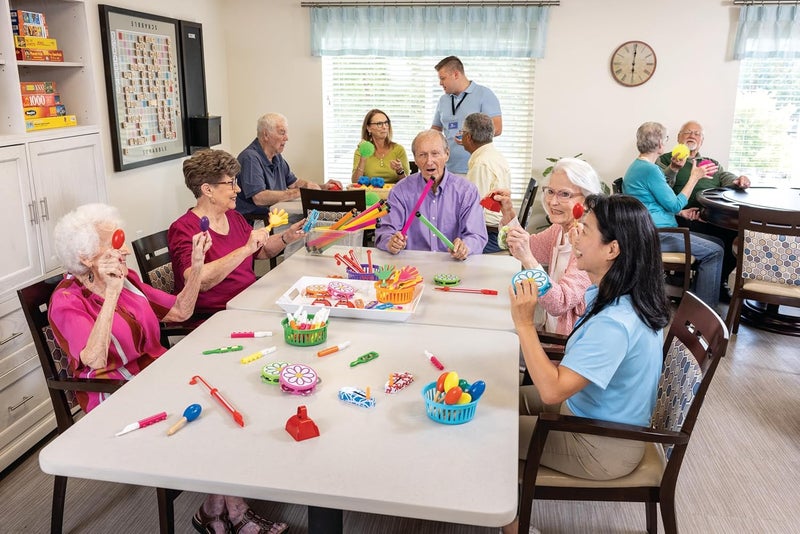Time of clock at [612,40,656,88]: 6:00
